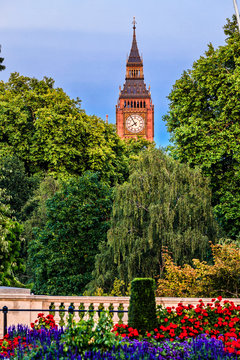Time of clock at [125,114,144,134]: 7:54
